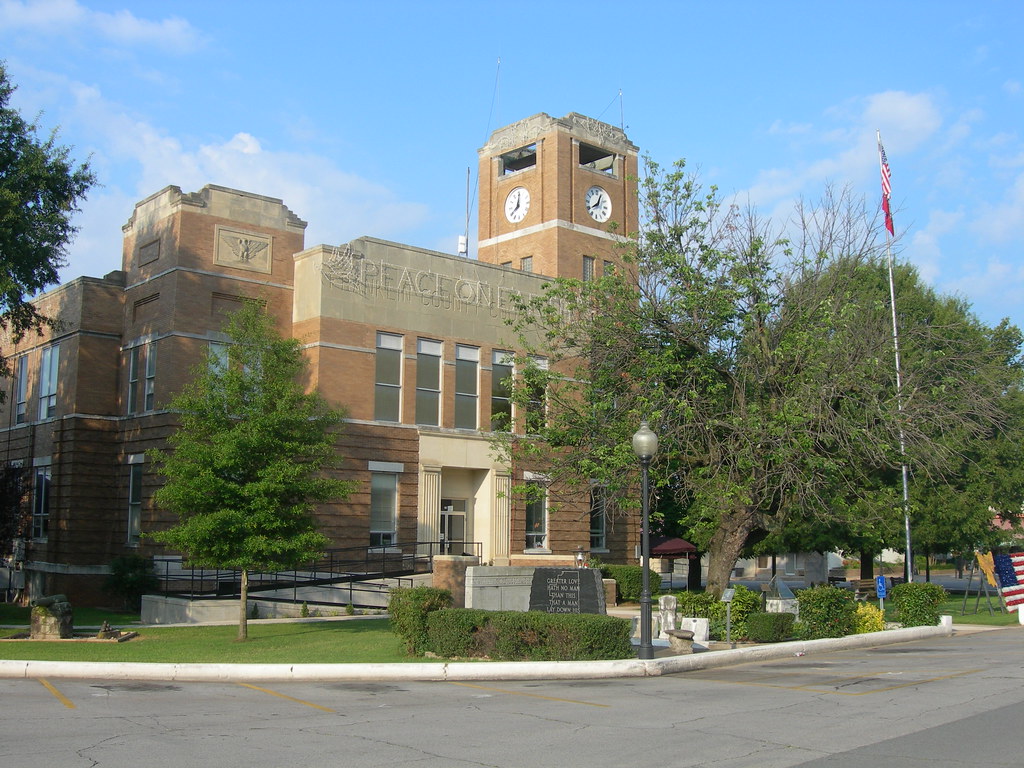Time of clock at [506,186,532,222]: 8:01
